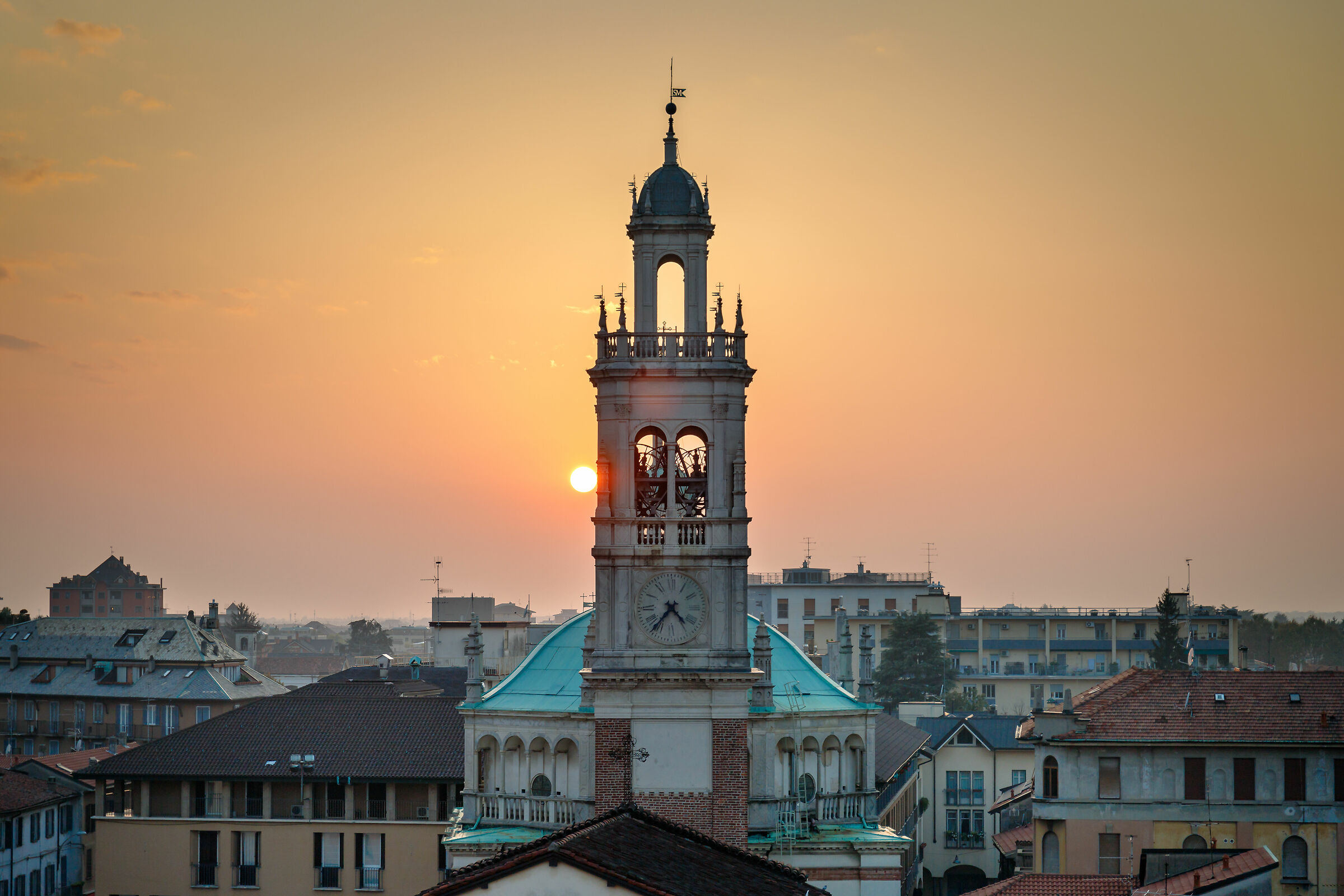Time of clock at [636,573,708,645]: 4:36
